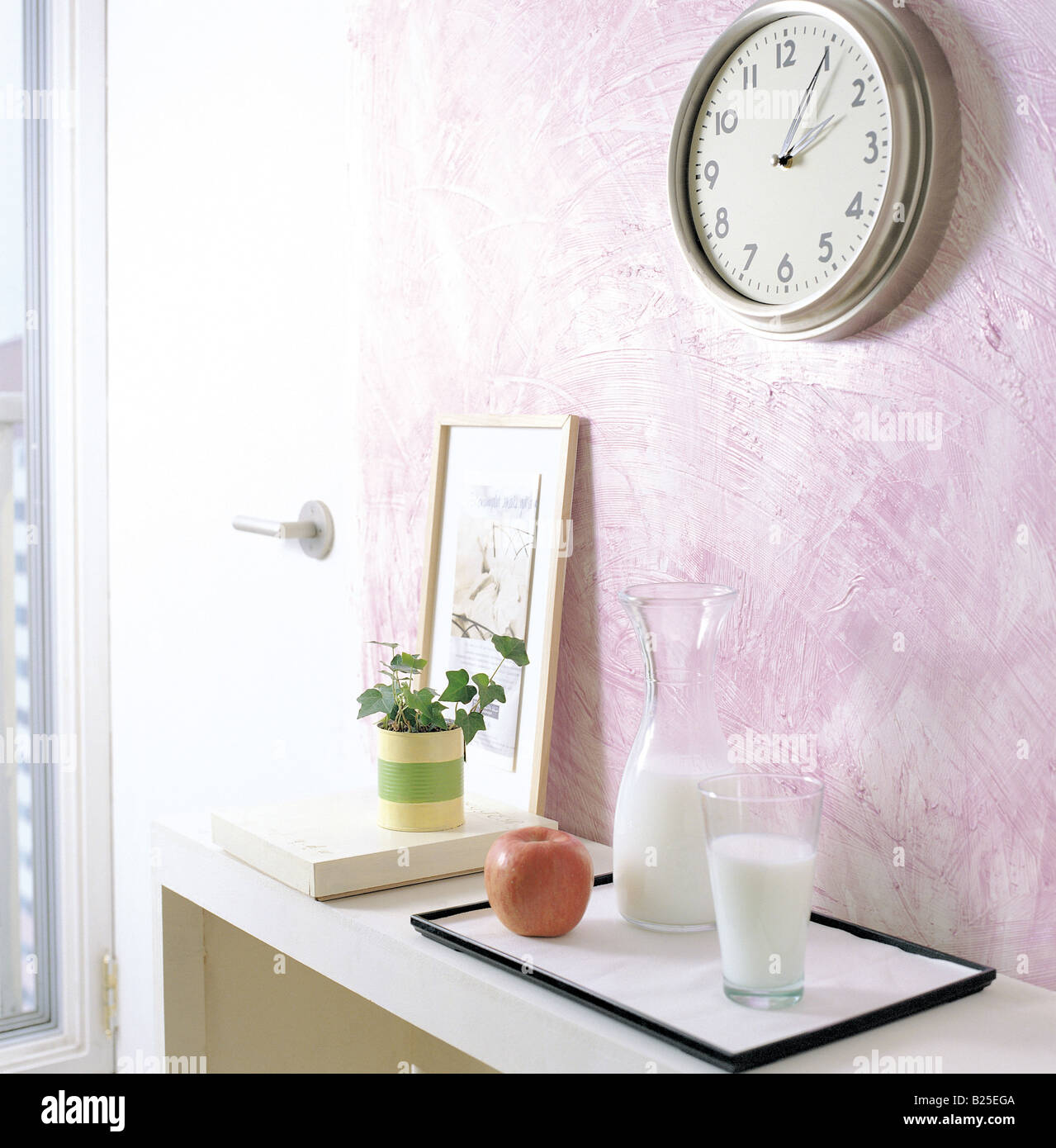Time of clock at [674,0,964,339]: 2:05
